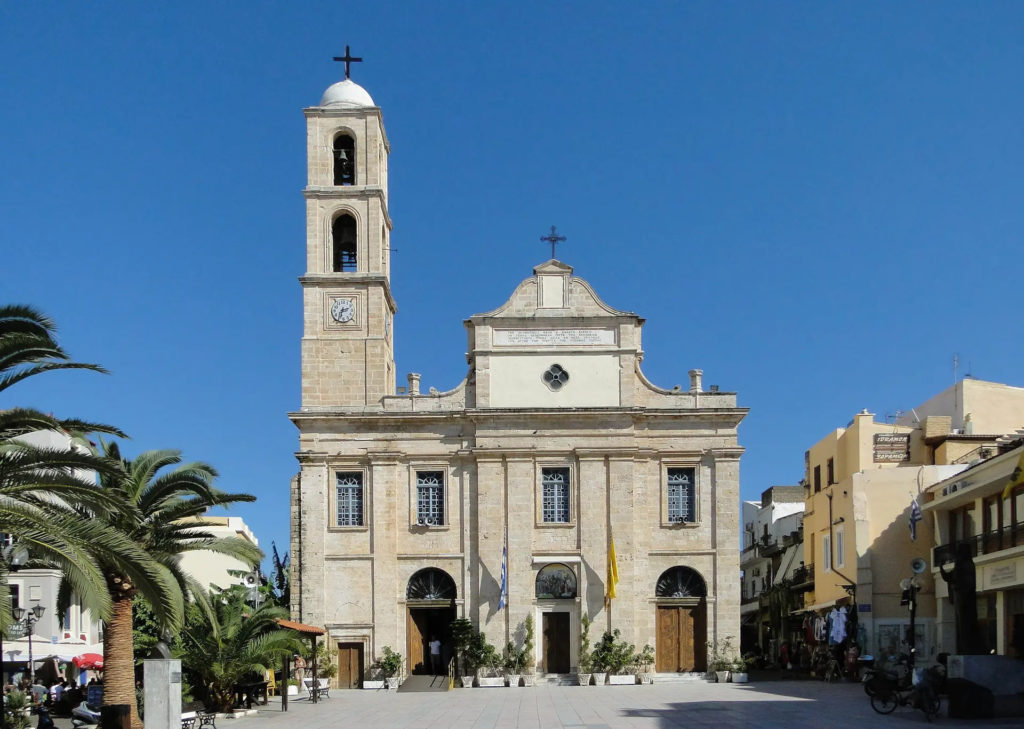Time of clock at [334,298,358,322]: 2:33
